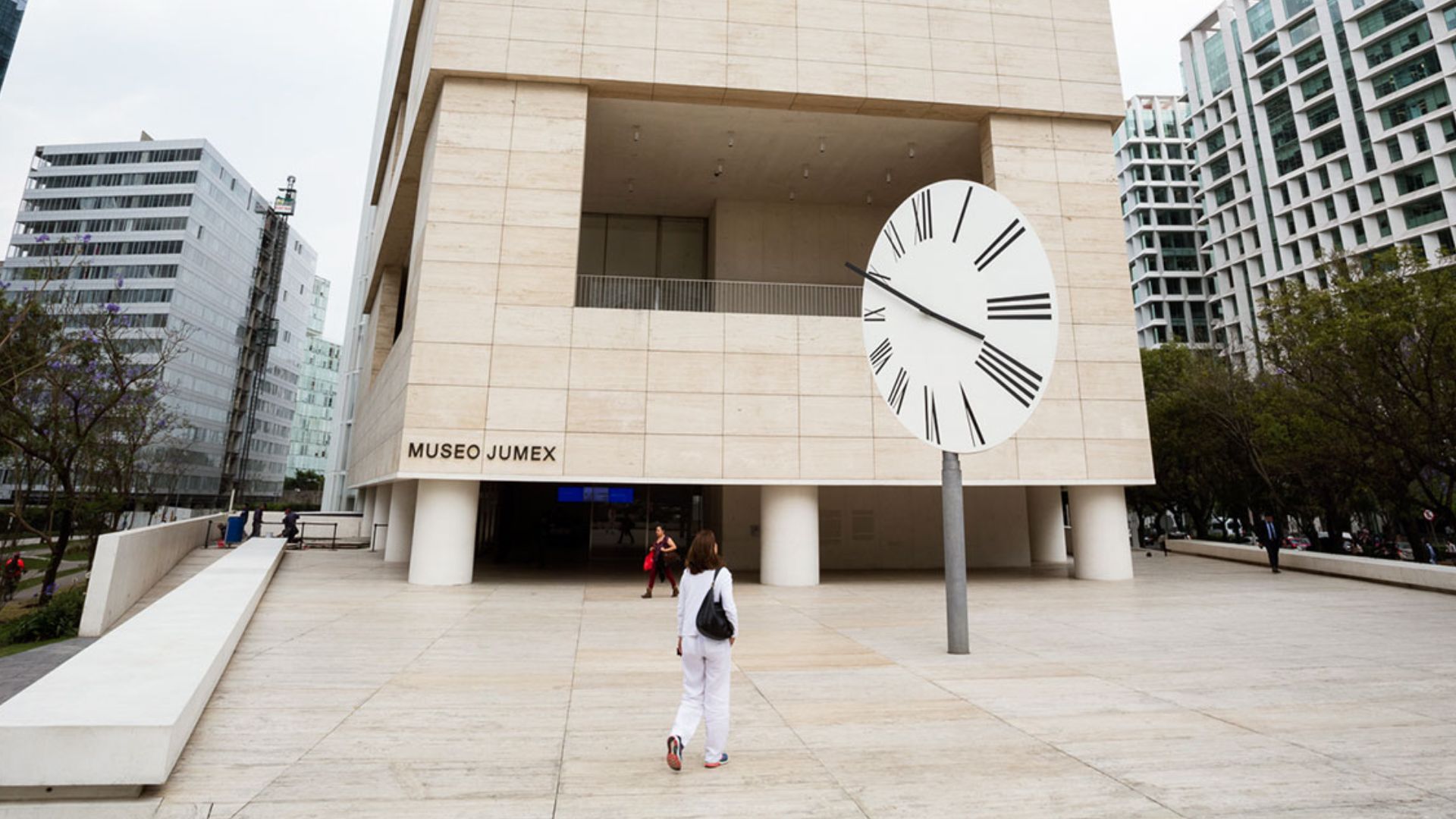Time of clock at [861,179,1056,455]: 3:49
